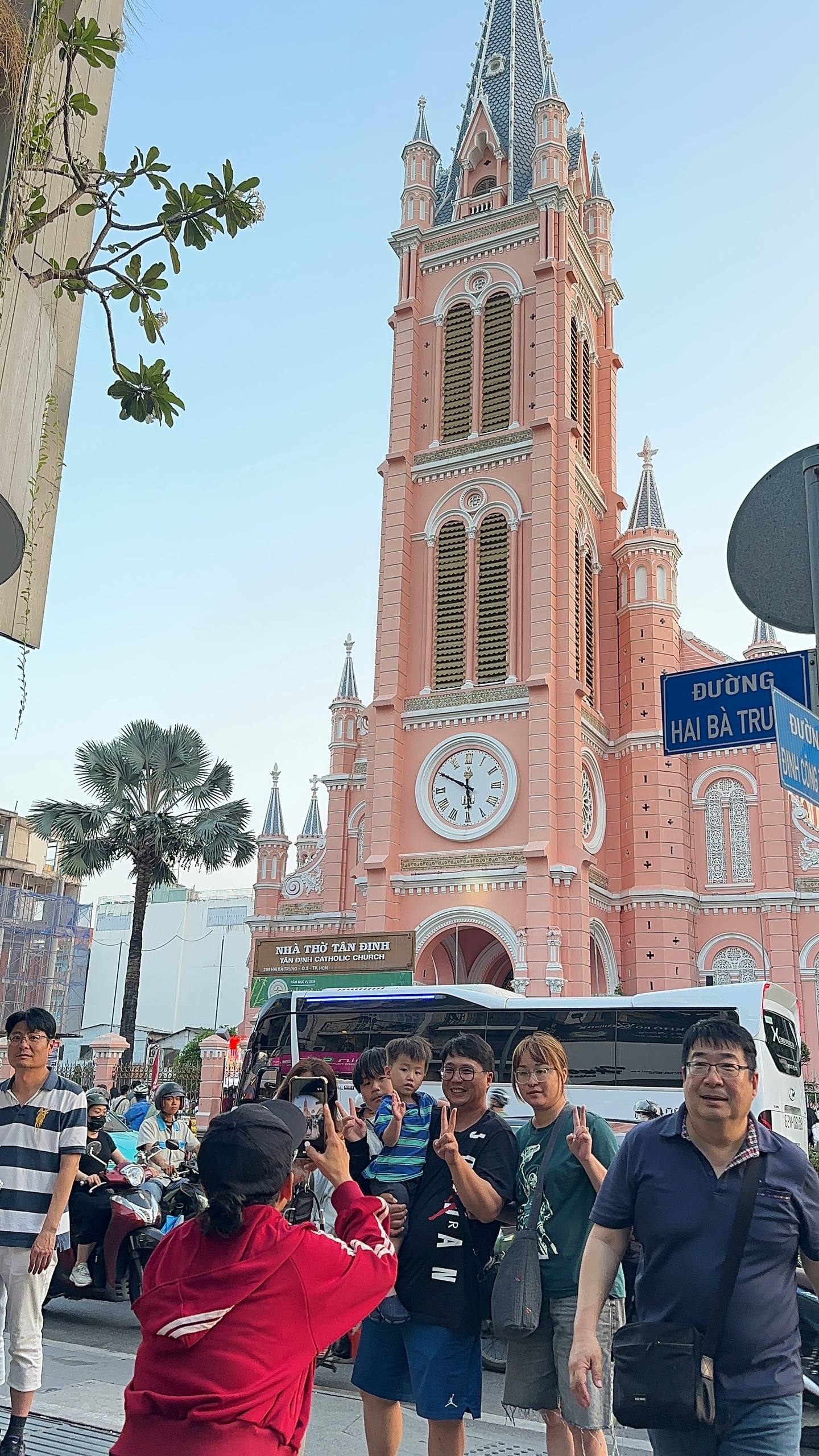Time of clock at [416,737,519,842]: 5:49
